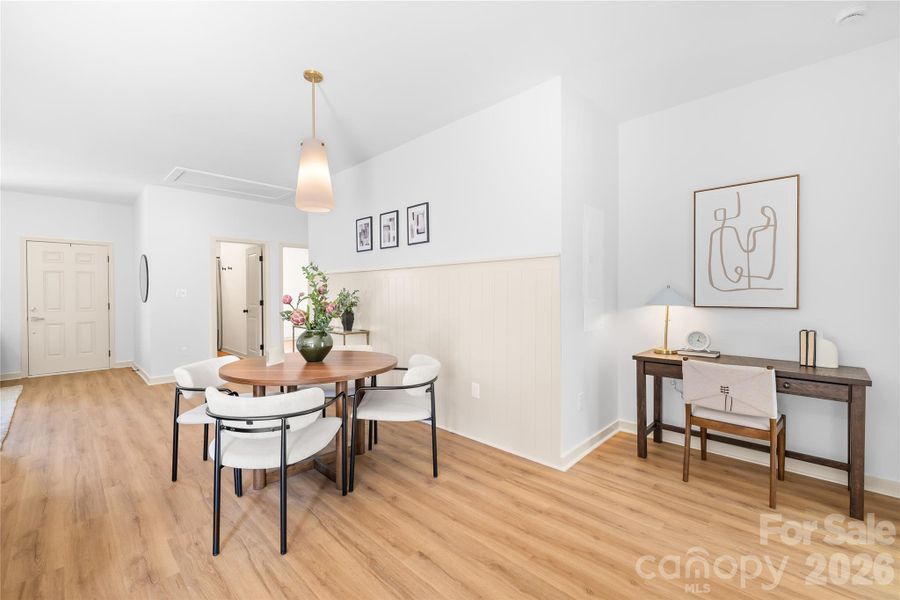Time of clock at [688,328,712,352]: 4:02
